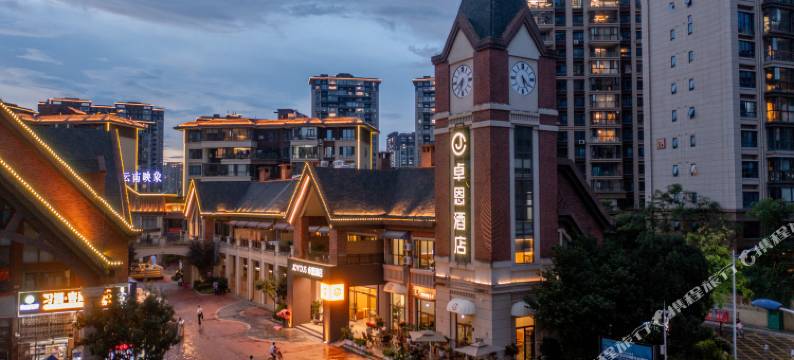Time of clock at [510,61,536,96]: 5:21
